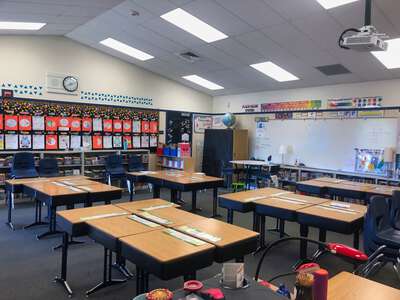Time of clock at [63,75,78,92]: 8:12
